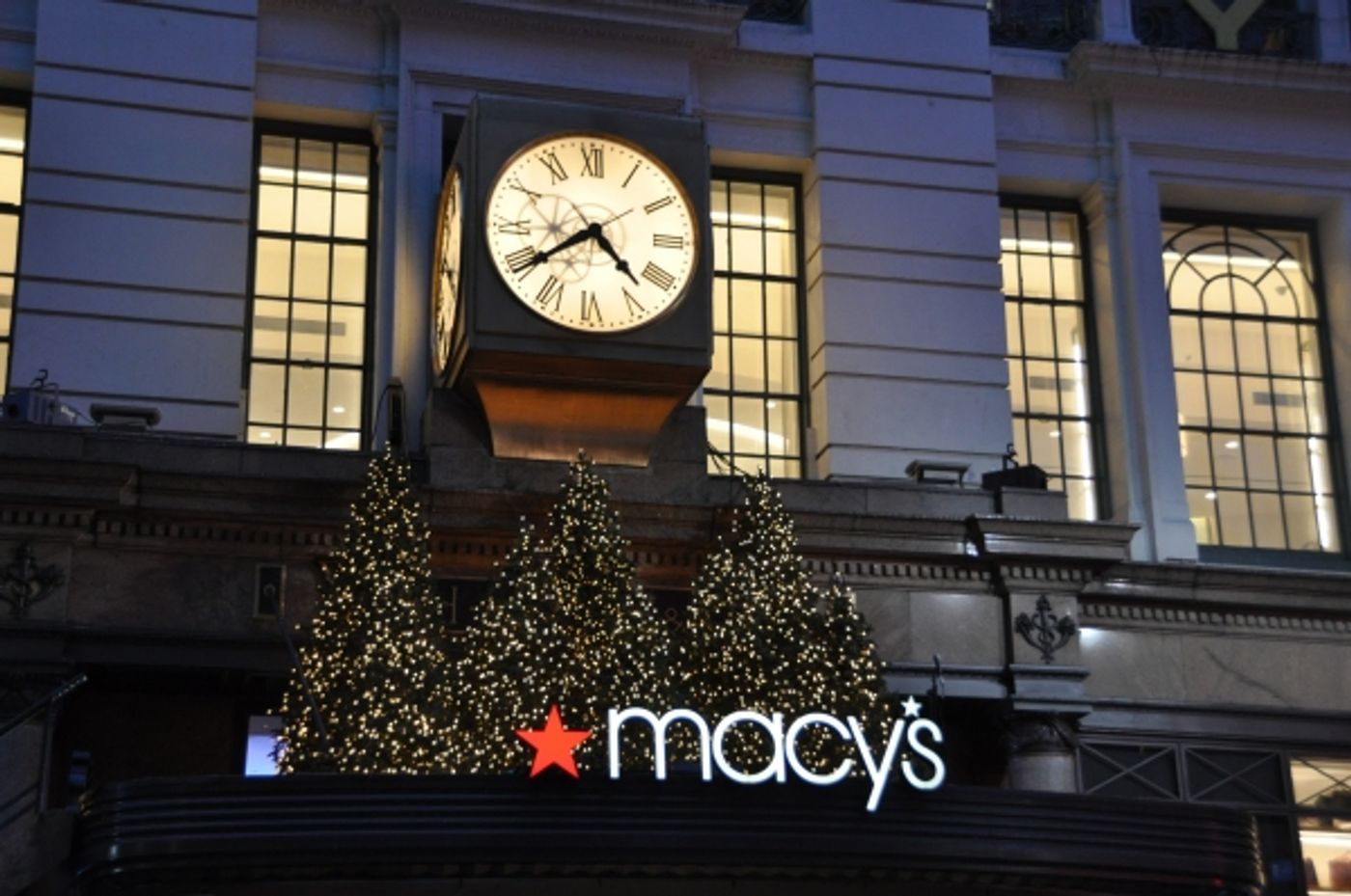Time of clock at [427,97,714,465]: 4:39
